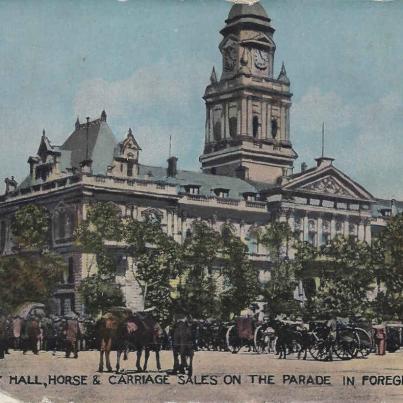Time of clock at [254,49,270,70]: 3:58
